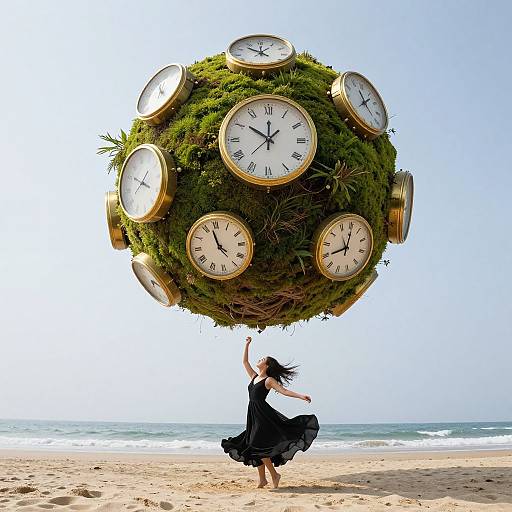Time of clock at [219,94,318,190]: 11:50
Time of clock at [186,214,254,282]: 4:57
